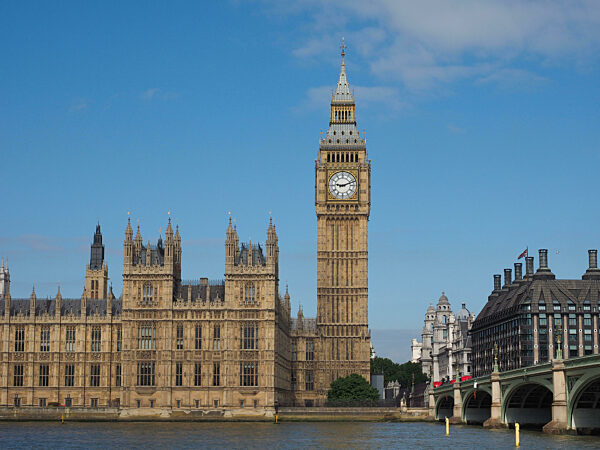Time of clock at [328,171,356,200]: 9:11
